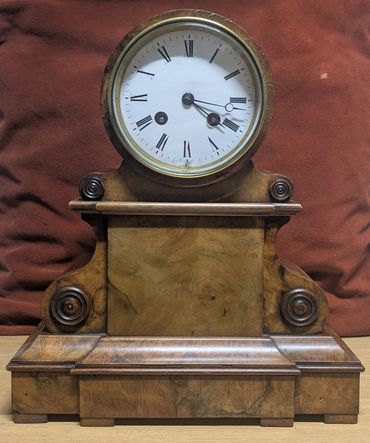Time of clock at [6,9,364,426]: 4:20
